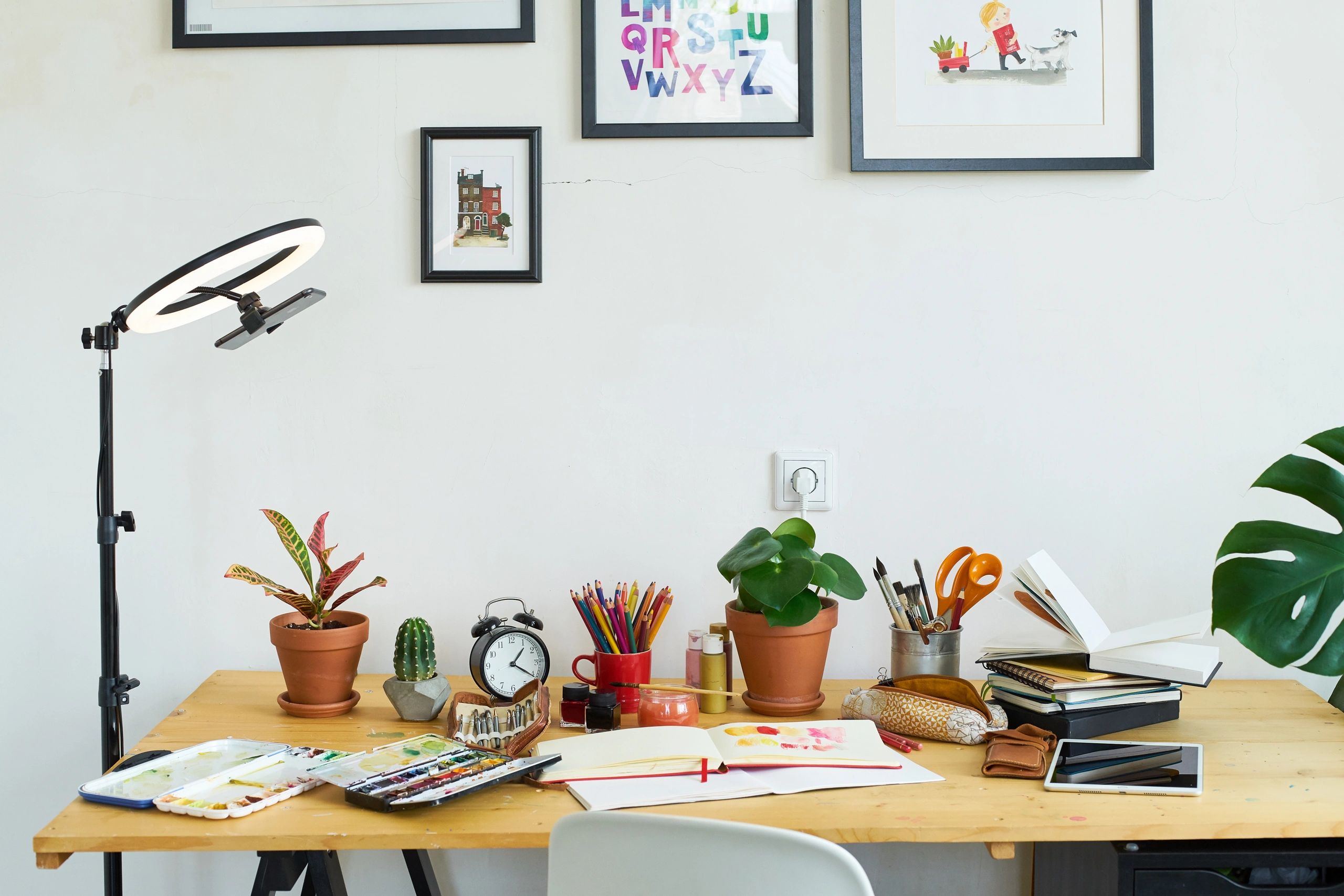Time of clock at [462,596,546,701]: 1:20
